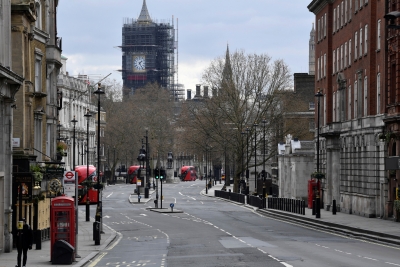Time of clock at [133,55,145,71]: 1:24
